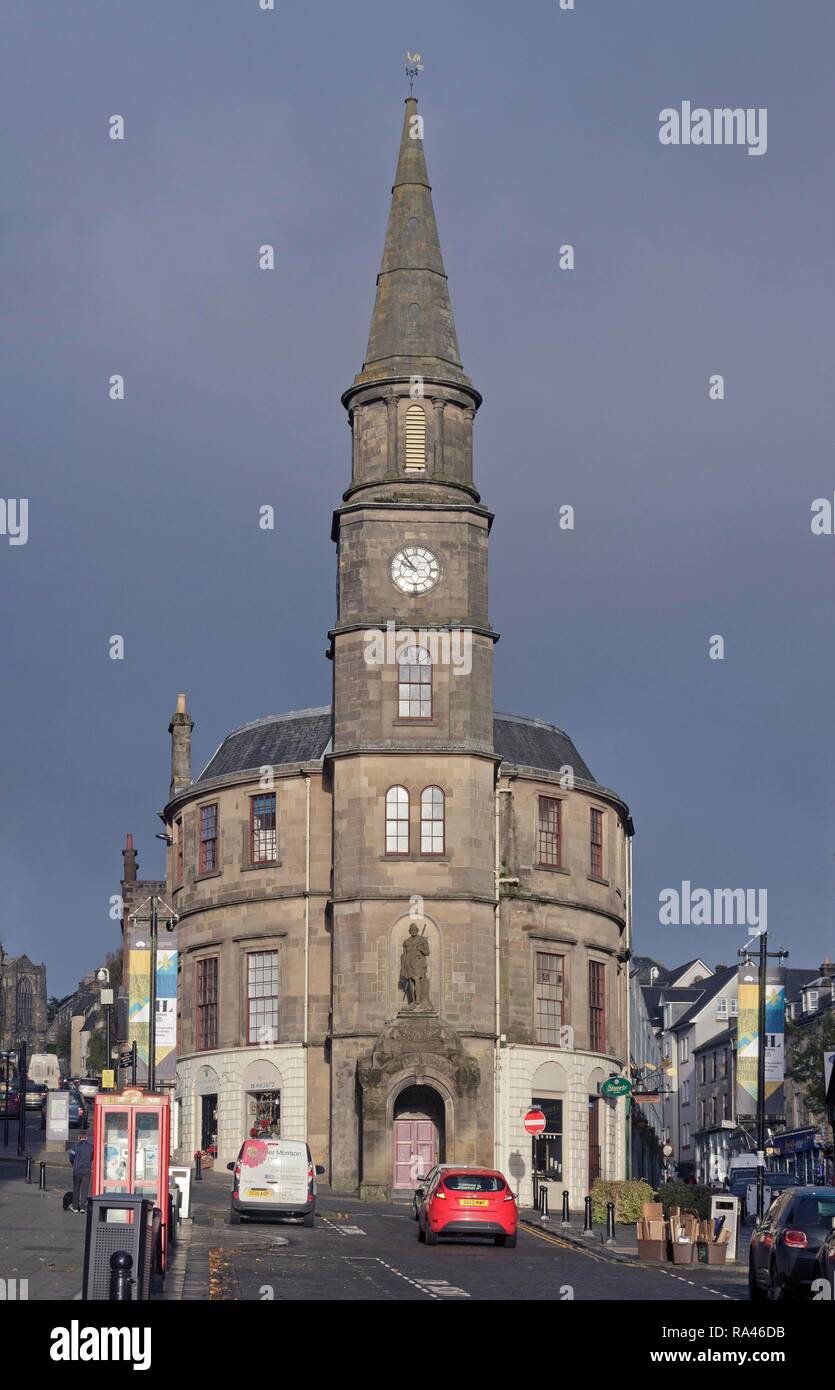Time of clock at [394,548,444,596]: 9:53
